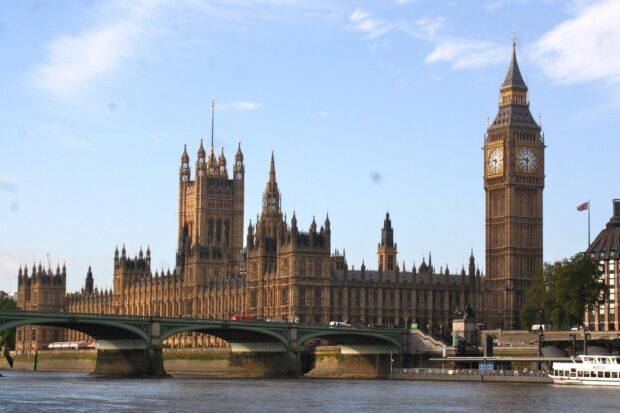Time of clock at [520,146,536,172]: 9:31
